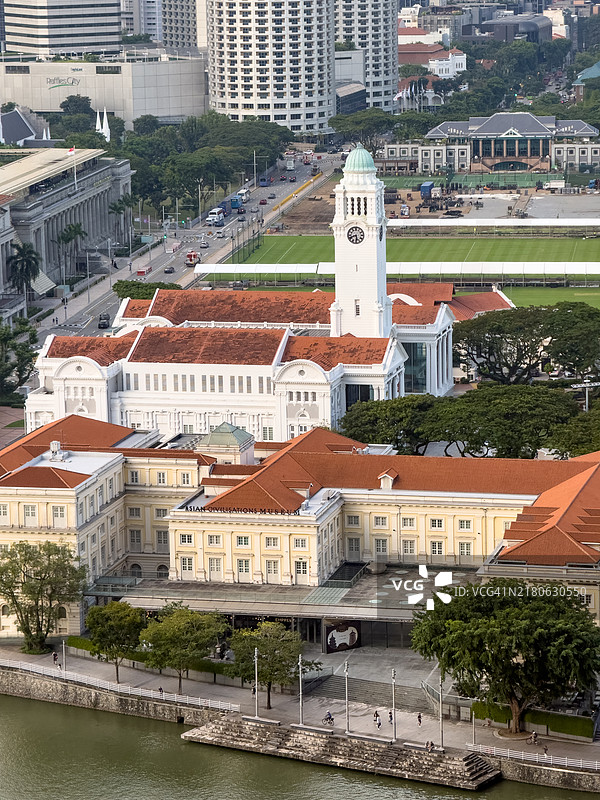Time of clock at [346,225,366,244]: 5:41
